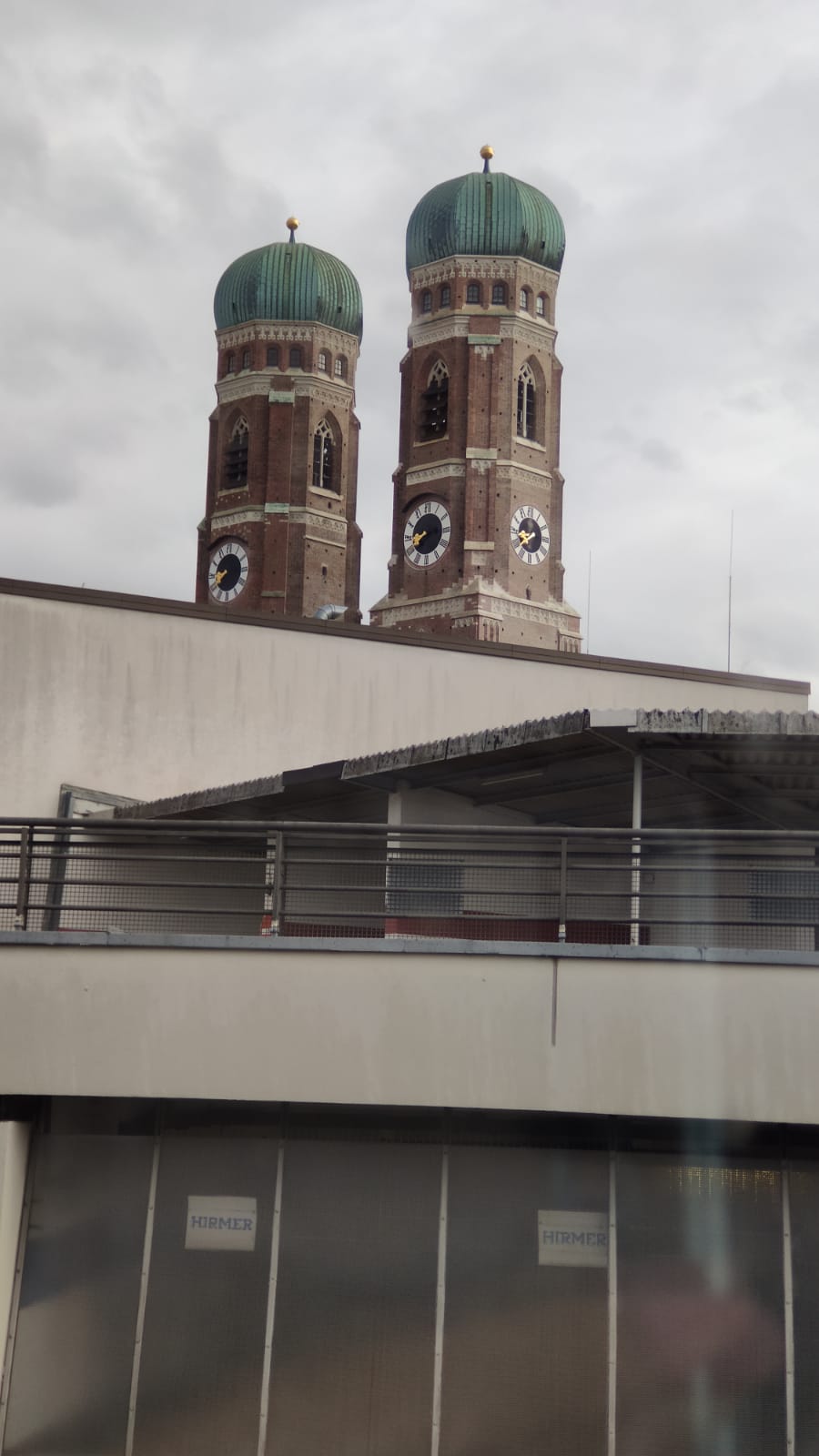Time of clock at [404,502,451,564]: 8:14
